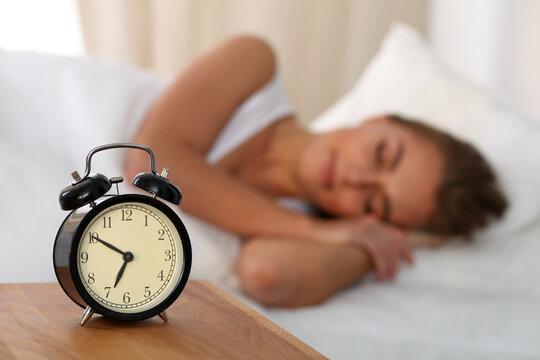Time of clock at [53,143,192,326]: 6:50
